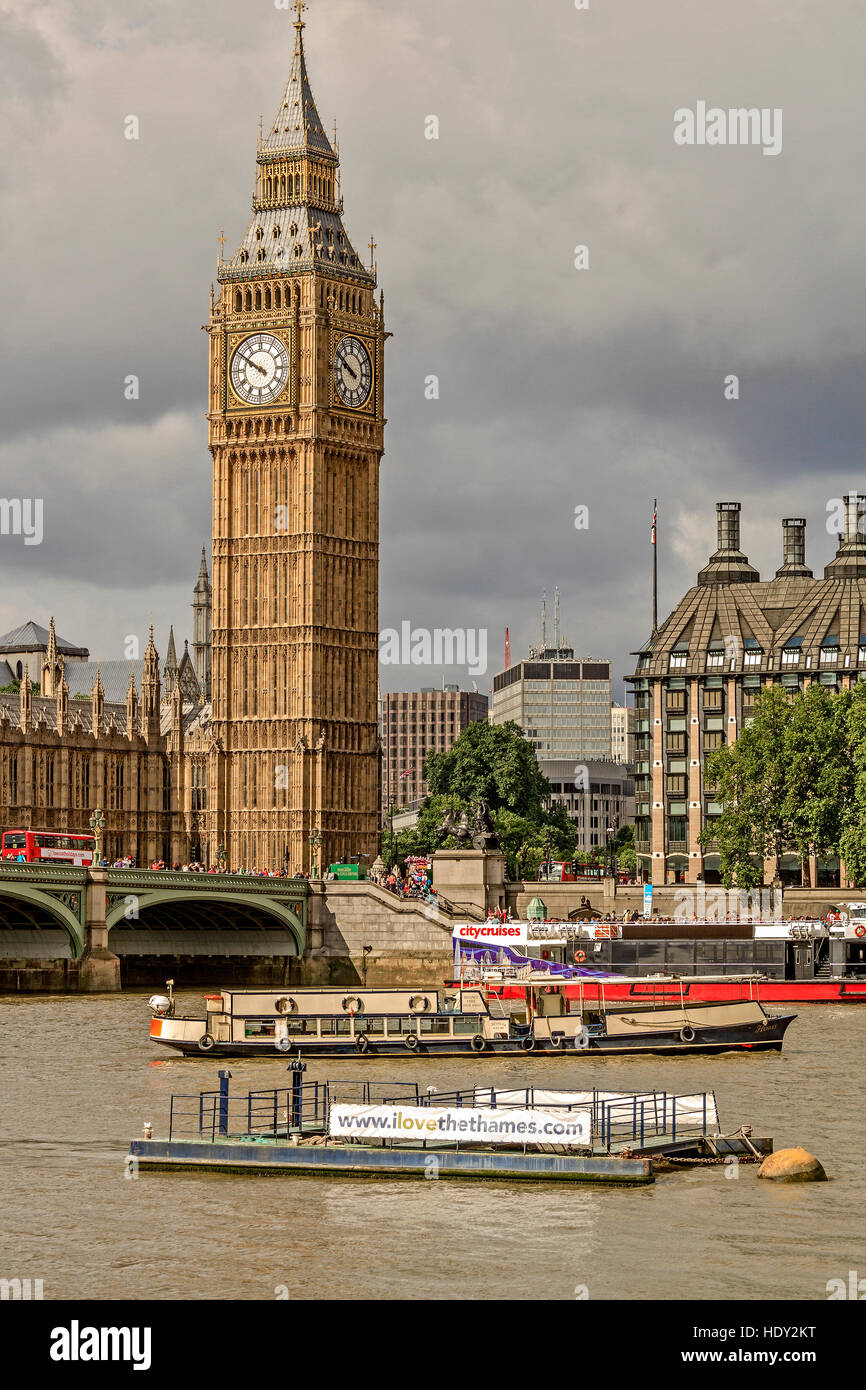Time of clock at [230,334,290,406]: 9:50
